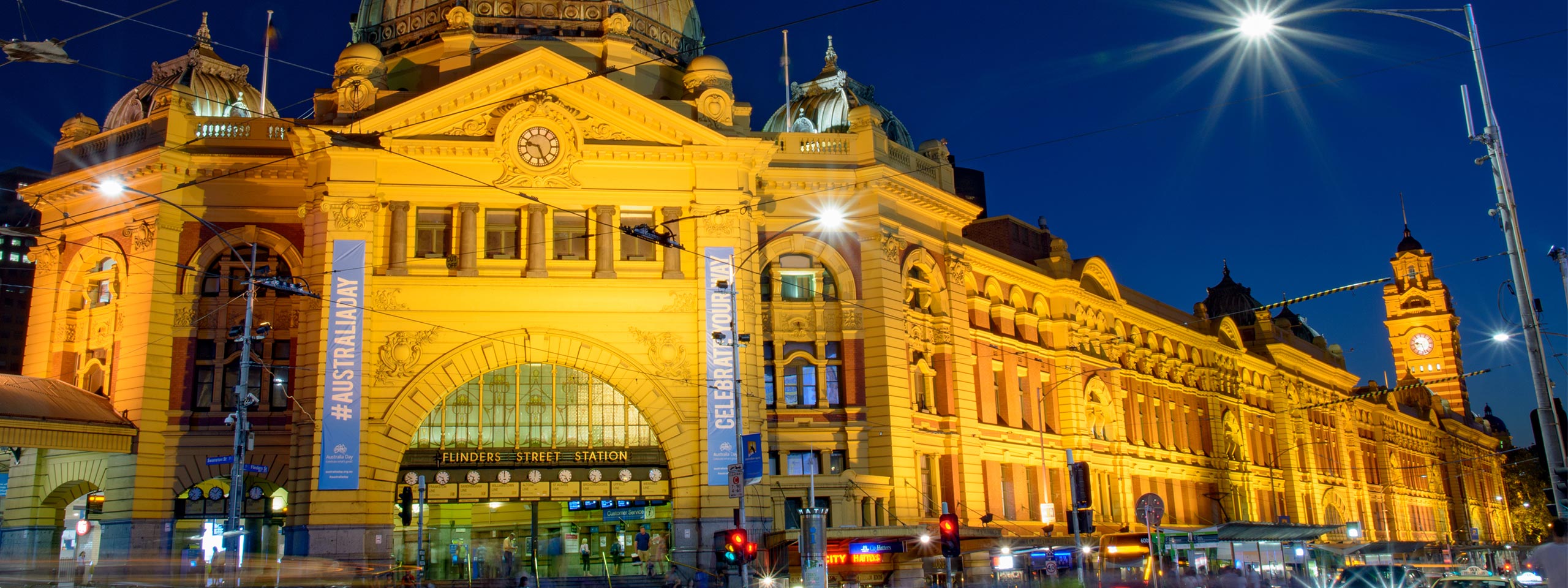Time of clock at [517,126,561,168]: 9:26
